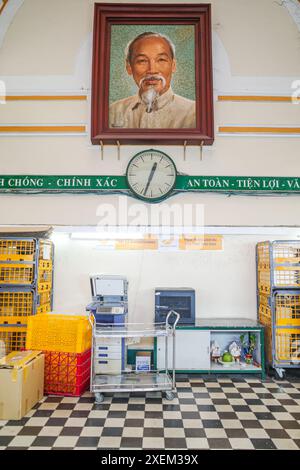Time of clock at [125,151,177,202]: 12:33
